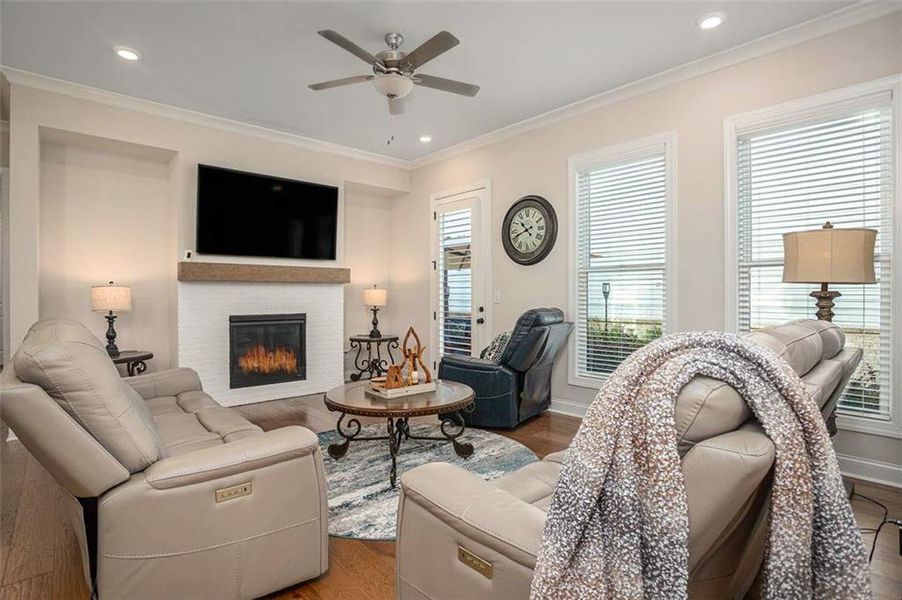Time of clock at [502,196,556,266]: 10:41
